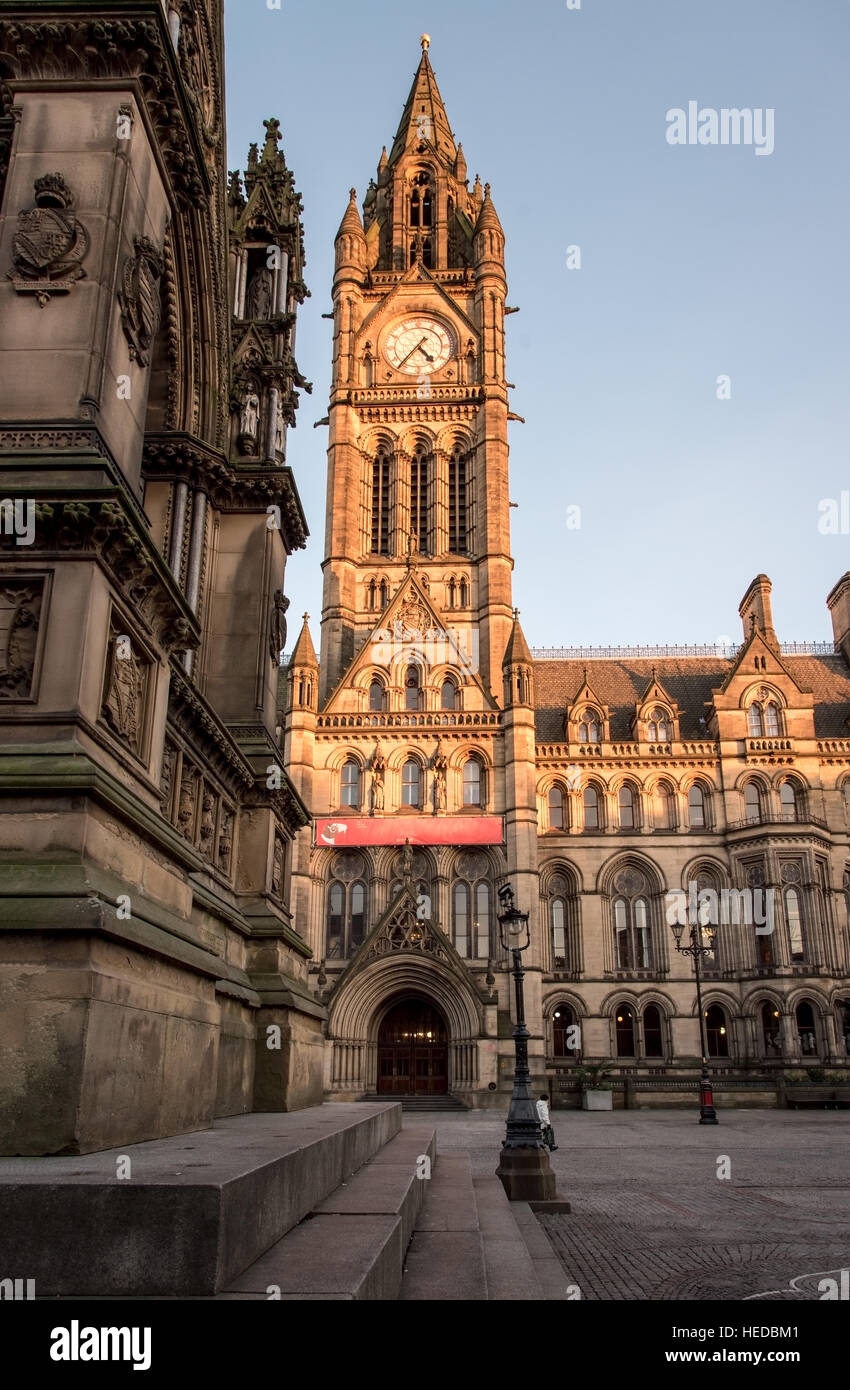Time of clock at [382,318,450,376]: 4:36
